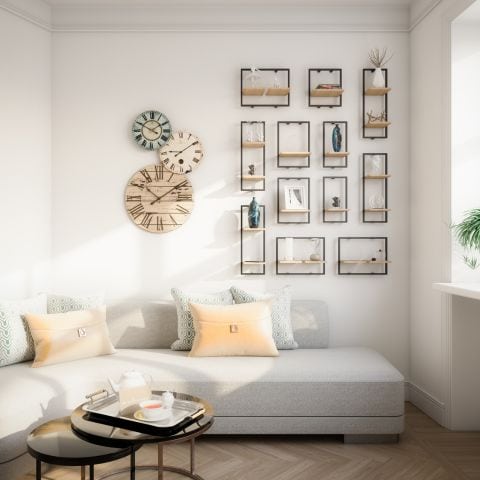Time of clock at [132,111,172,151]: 1:49
